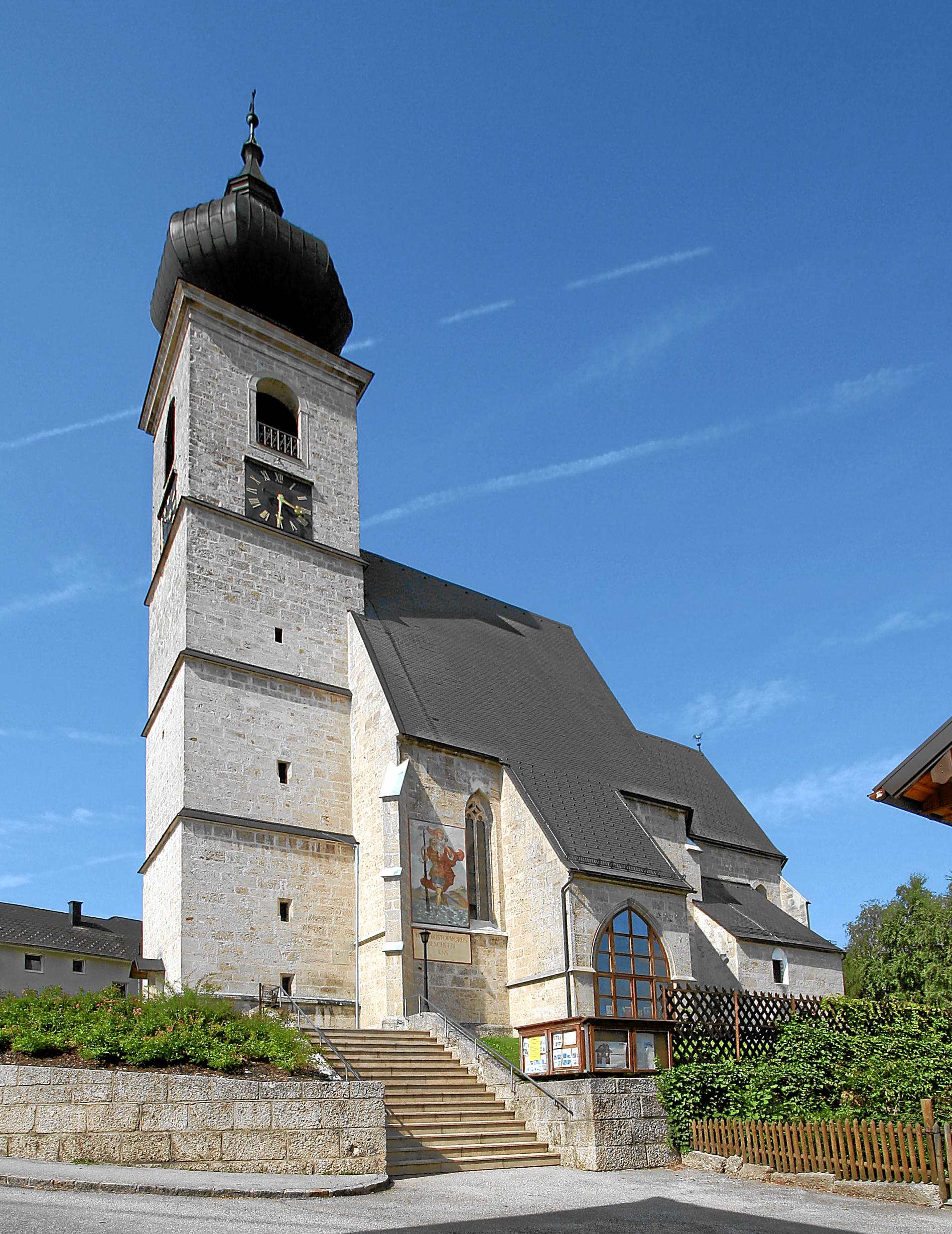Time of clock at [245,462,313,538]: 3:30
